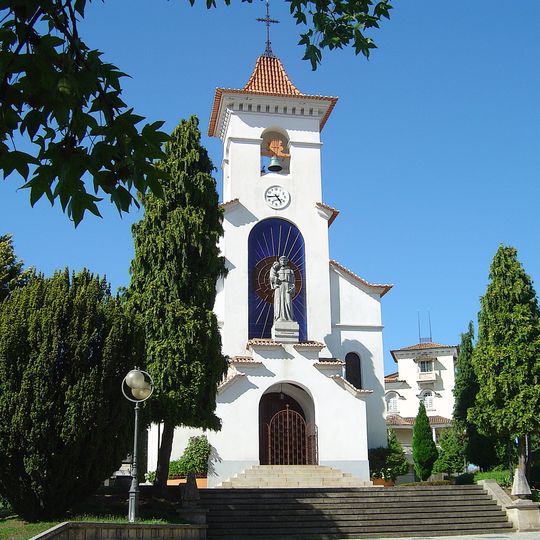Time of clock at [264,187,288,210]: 4:44
